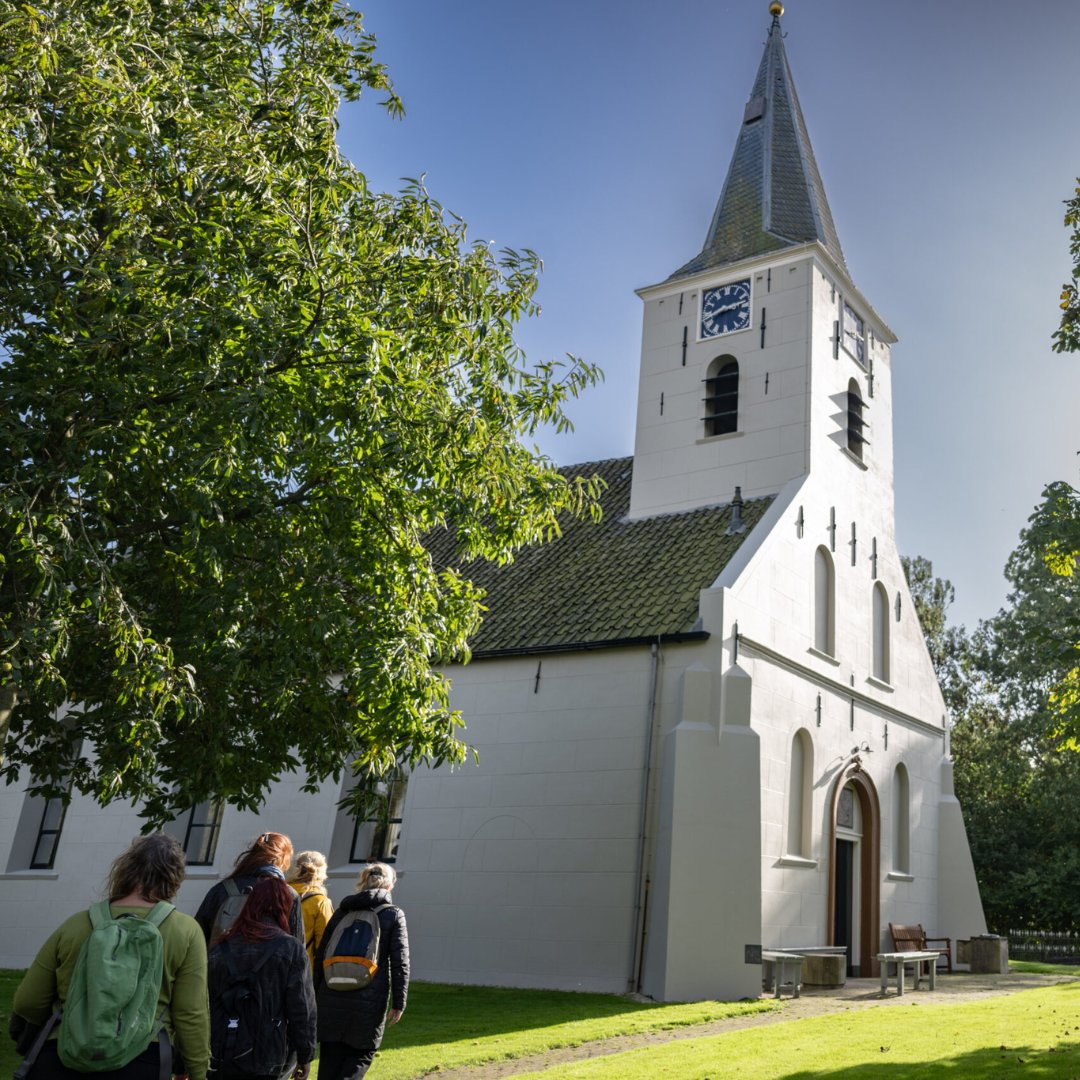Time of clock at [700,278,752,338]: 8:12
